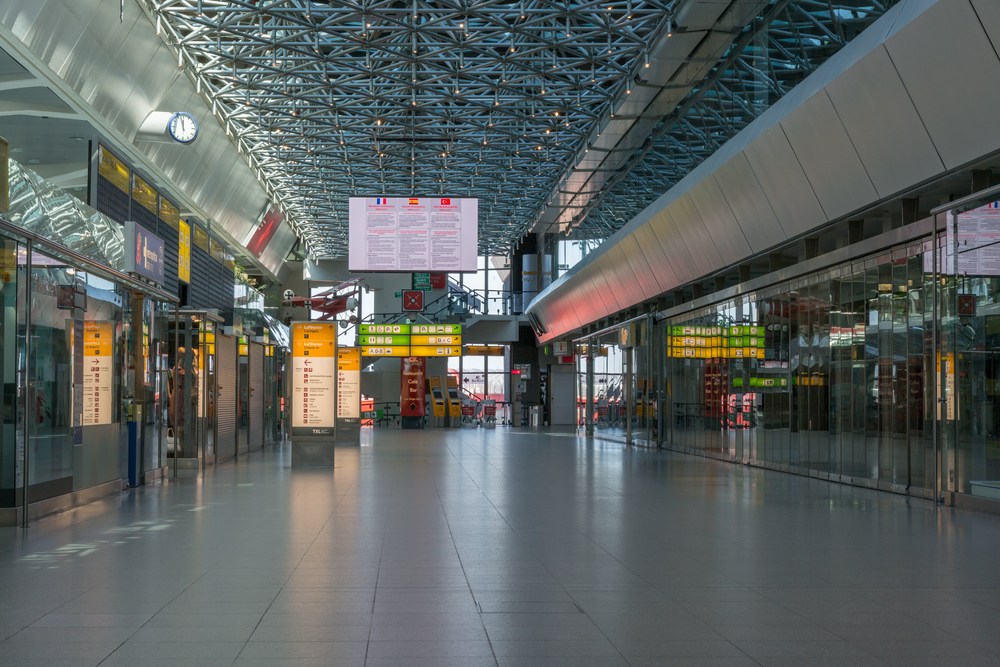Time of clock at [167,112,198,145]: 11:57
